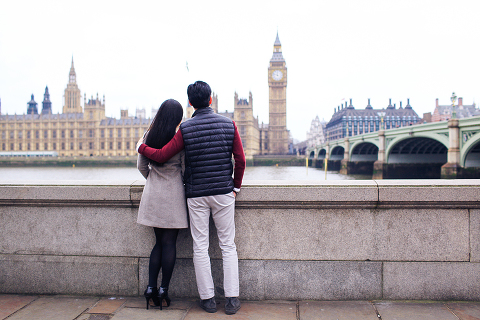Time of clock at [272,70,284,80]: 11:47
